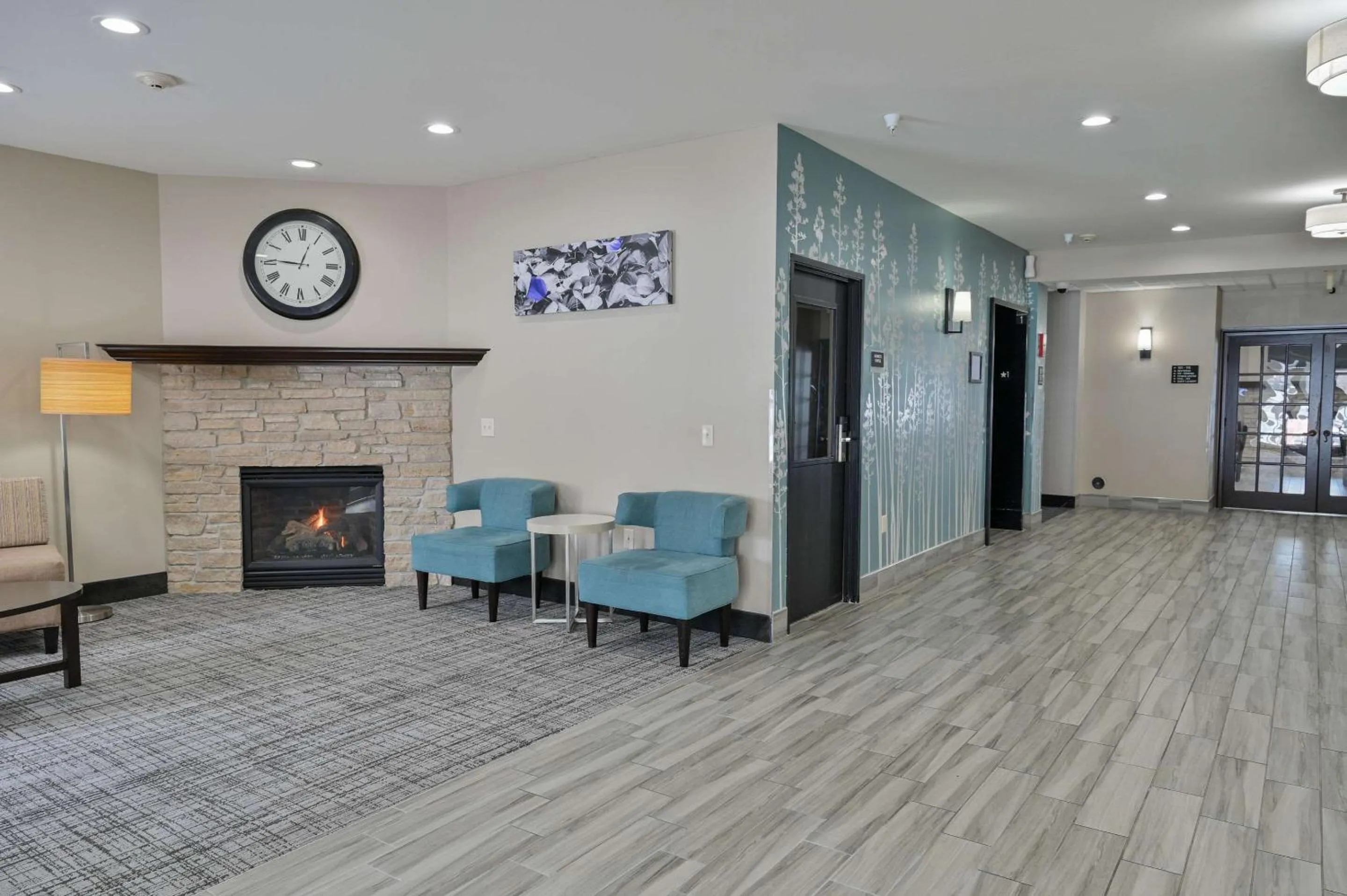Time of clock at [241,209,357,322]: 12:45
